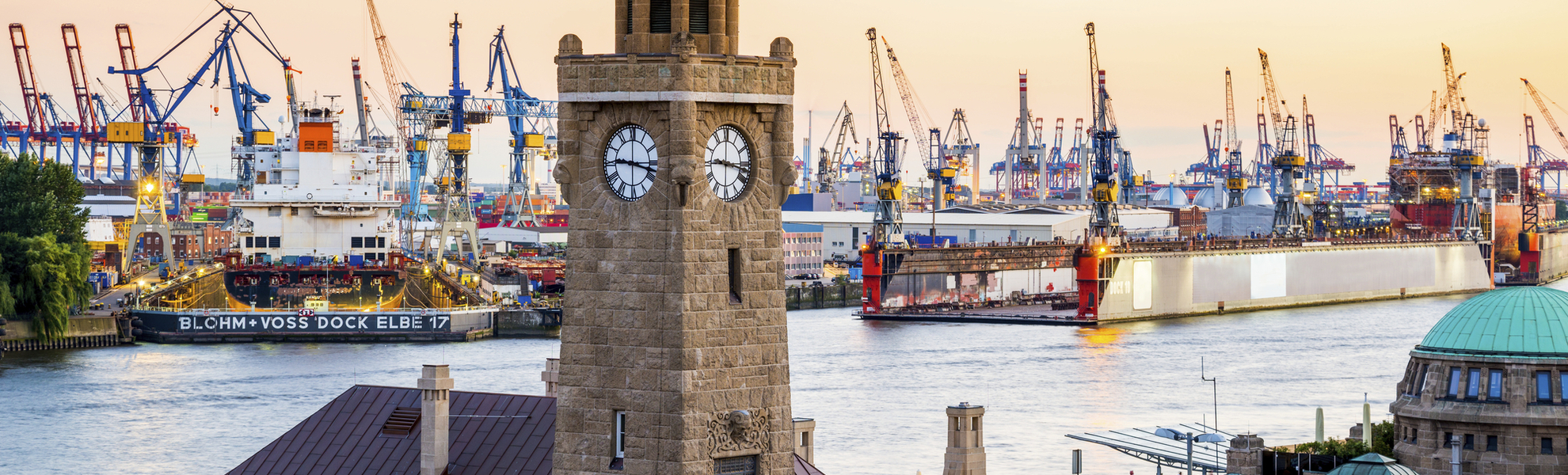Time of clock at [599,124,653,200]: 9:17
